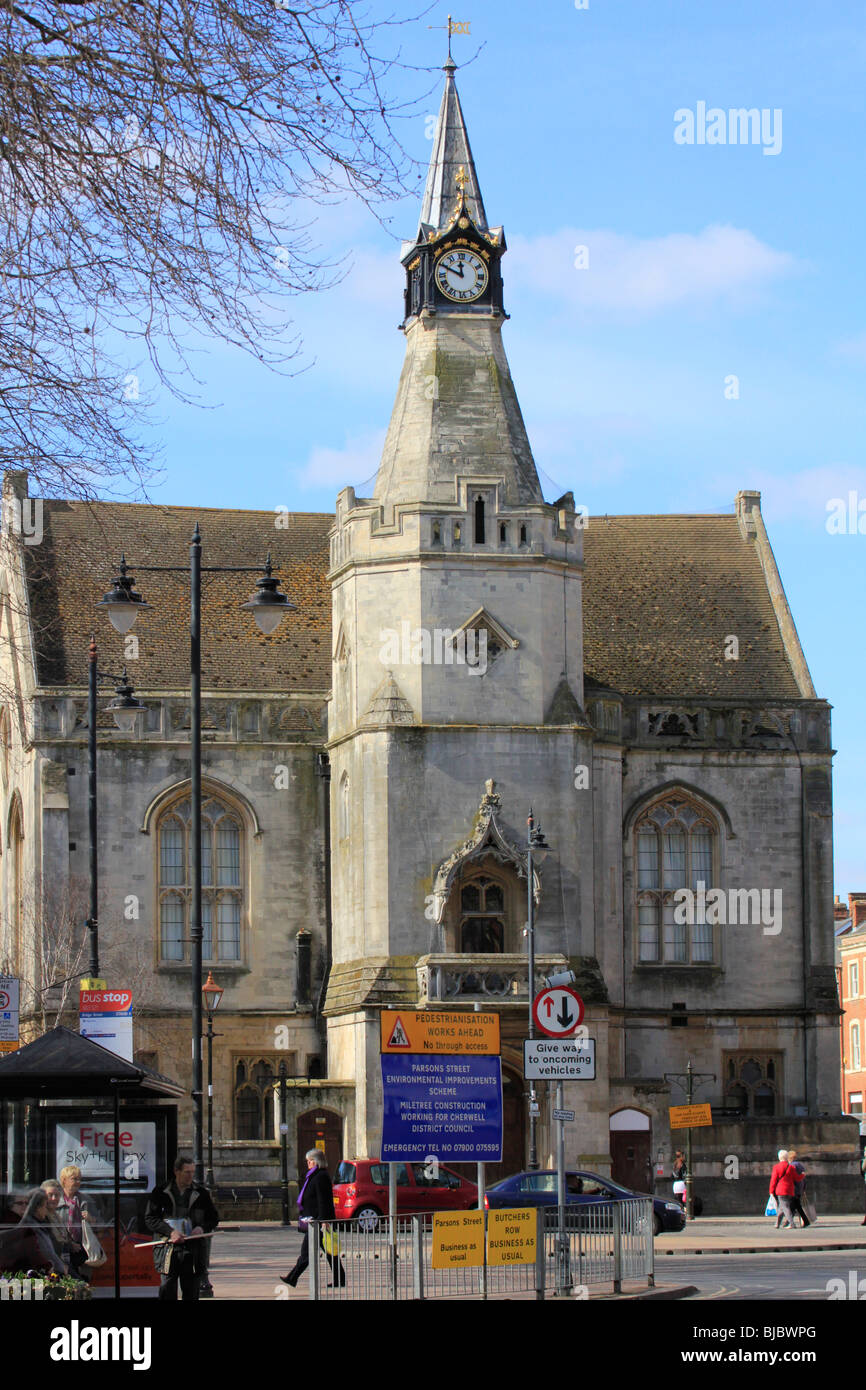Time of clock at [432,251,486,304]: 11:49
